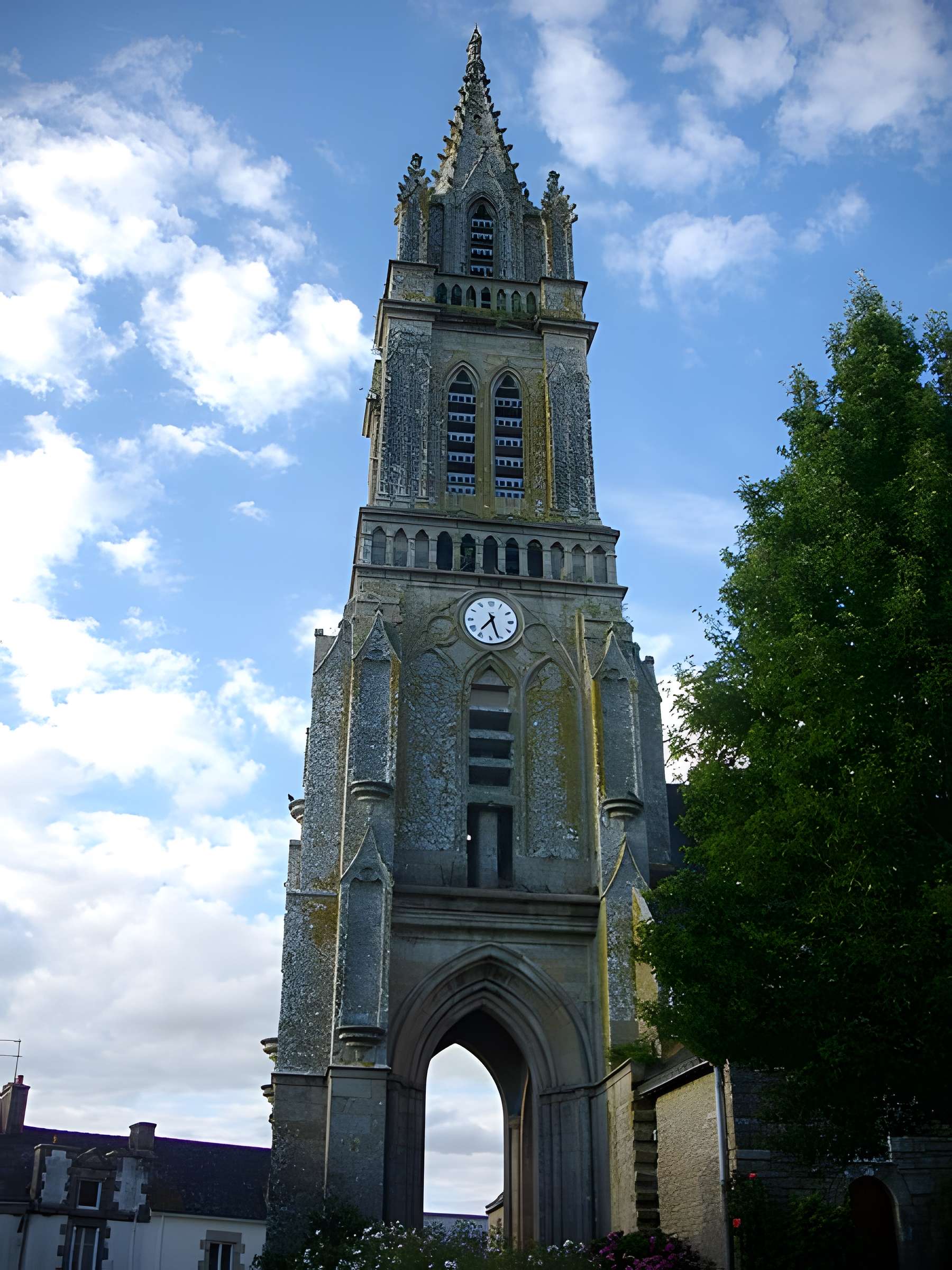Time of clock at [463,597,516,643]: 7:26
